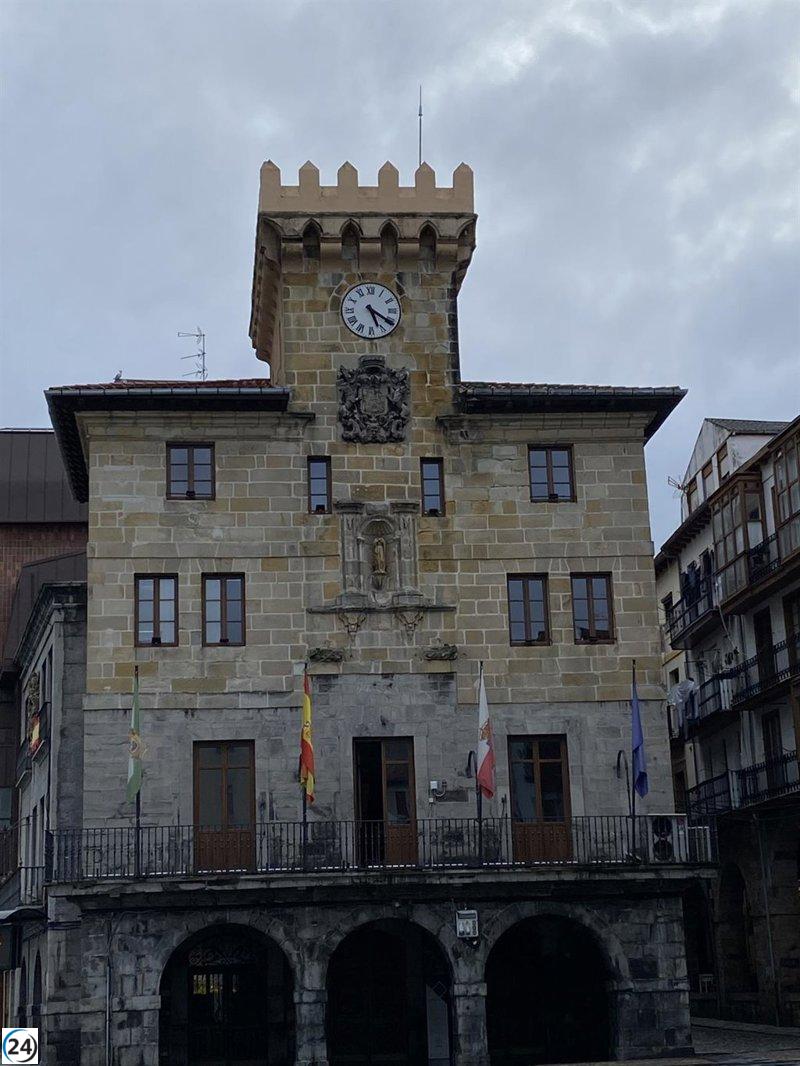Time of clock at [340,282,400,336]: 5:20
